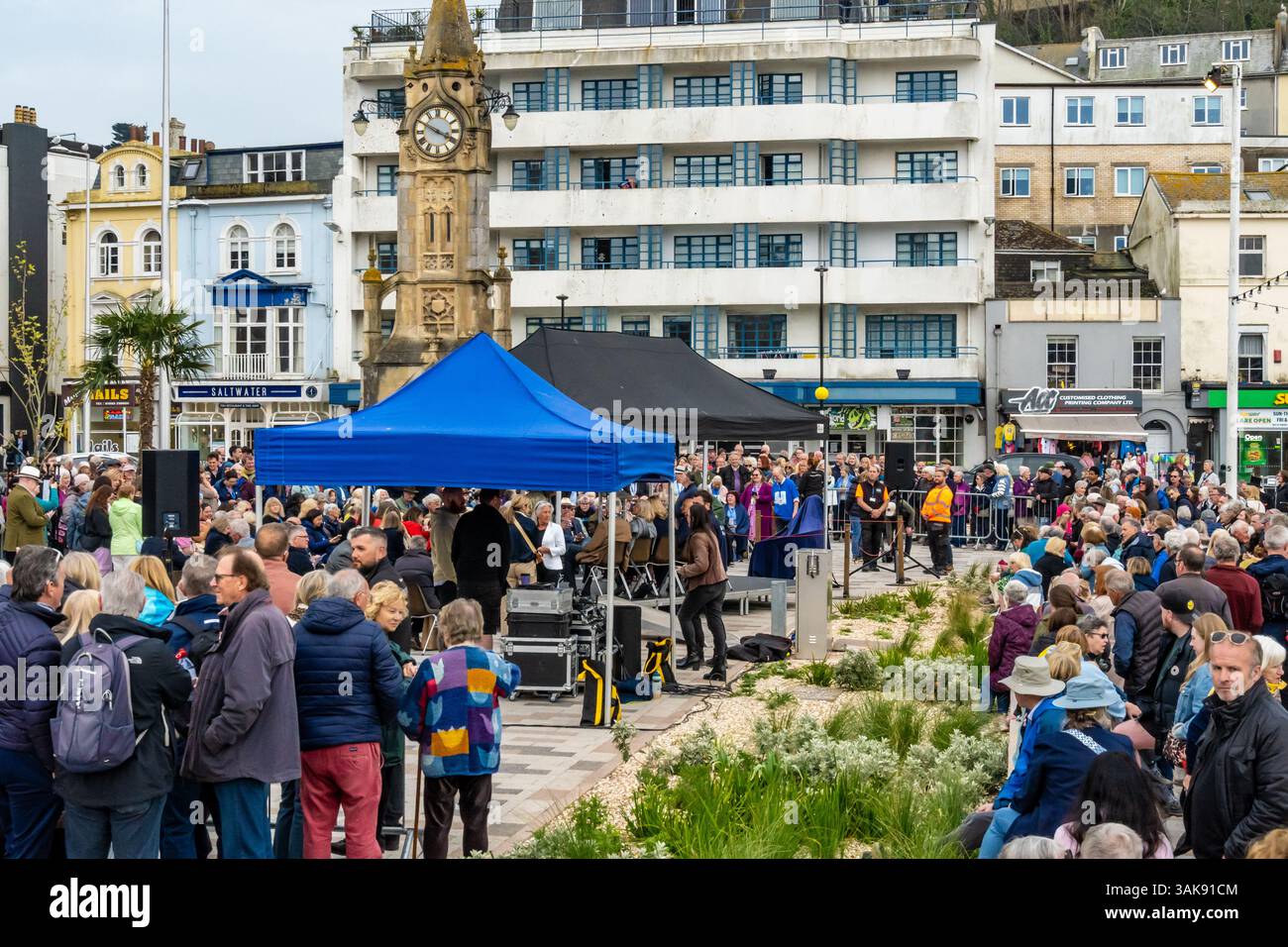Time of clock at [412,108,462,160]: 3:49
